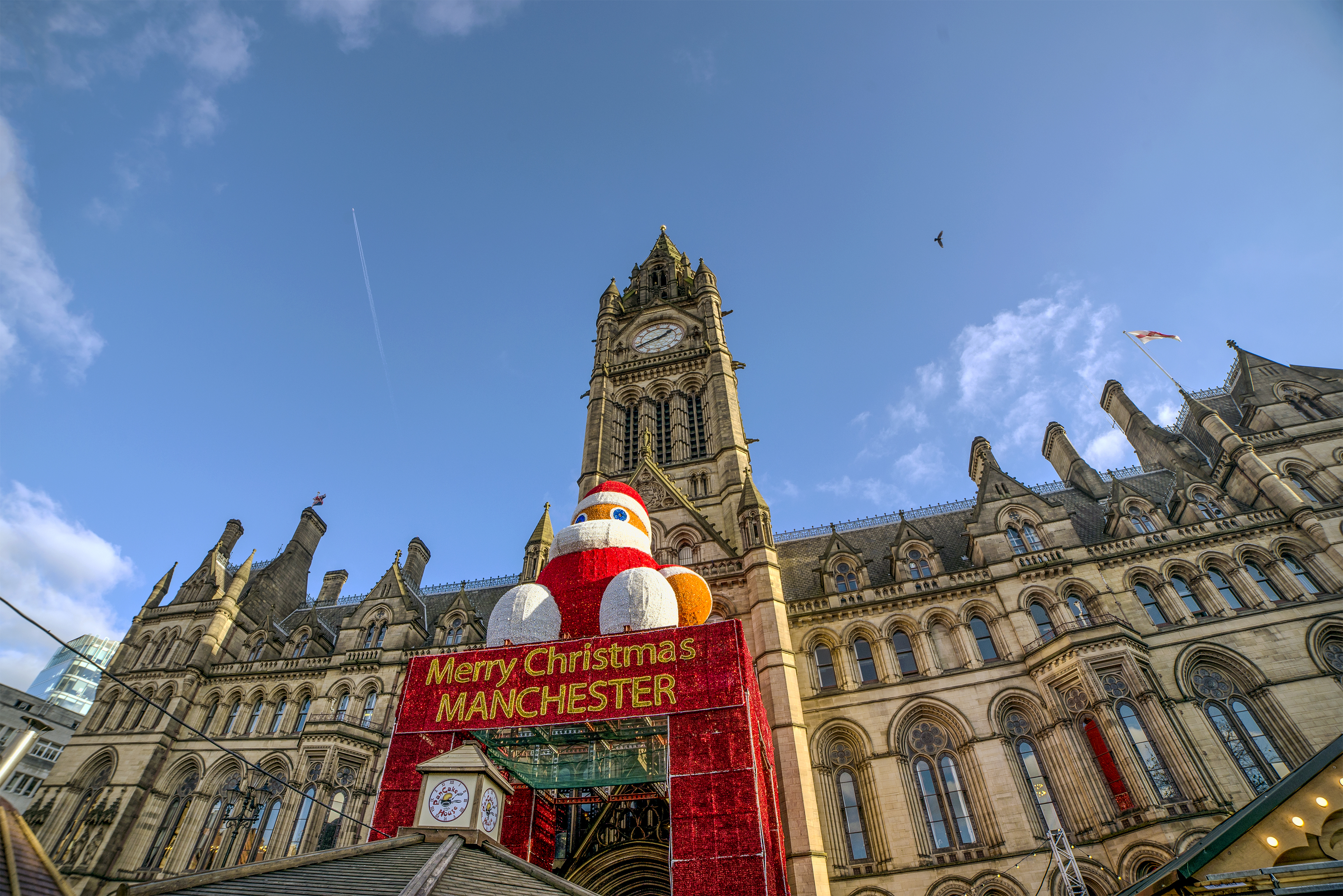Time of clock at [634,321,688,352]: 1:41
